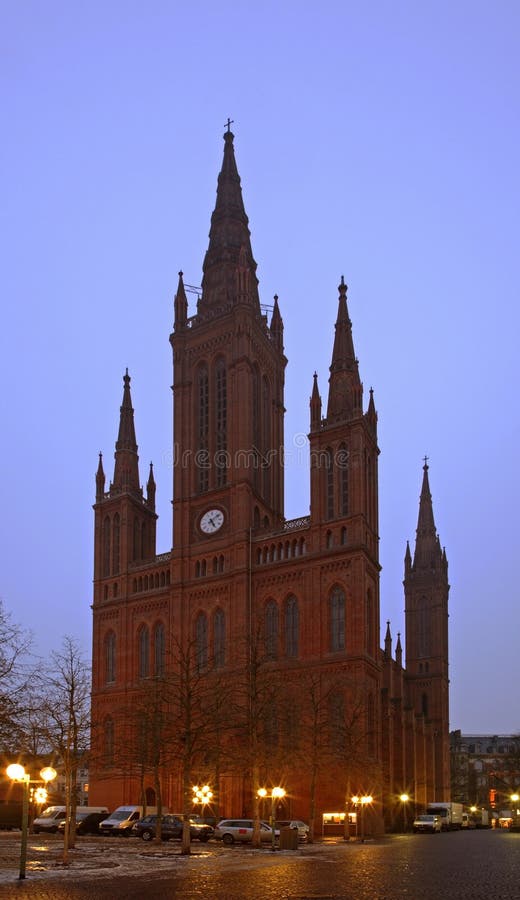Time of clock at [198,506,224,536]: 5:08
